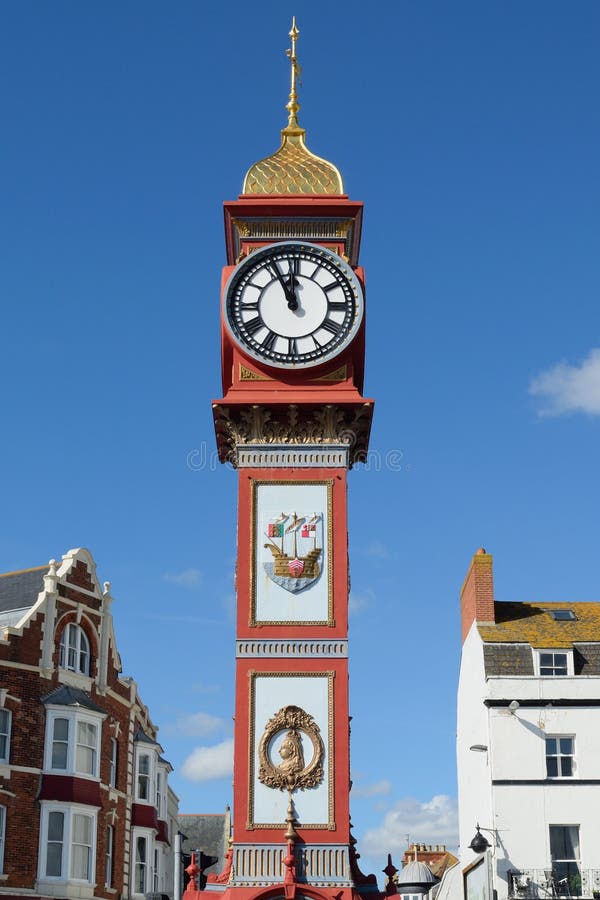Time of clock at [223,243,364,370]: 11:55
